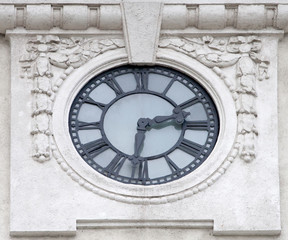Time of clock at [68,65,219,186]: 2:31
